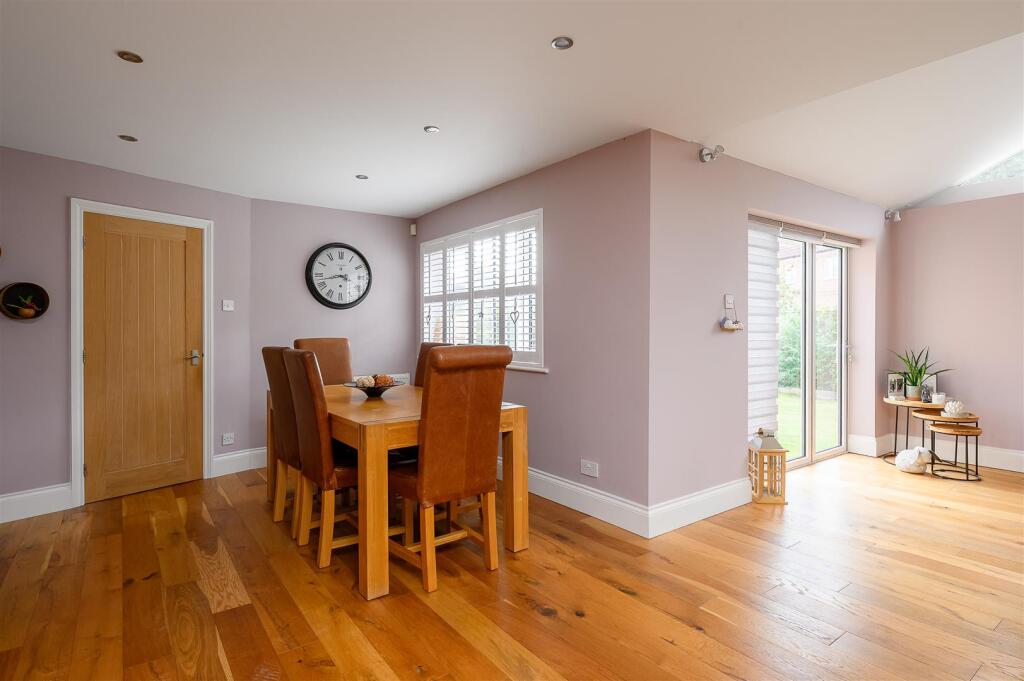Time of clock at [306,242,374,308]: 3:42
